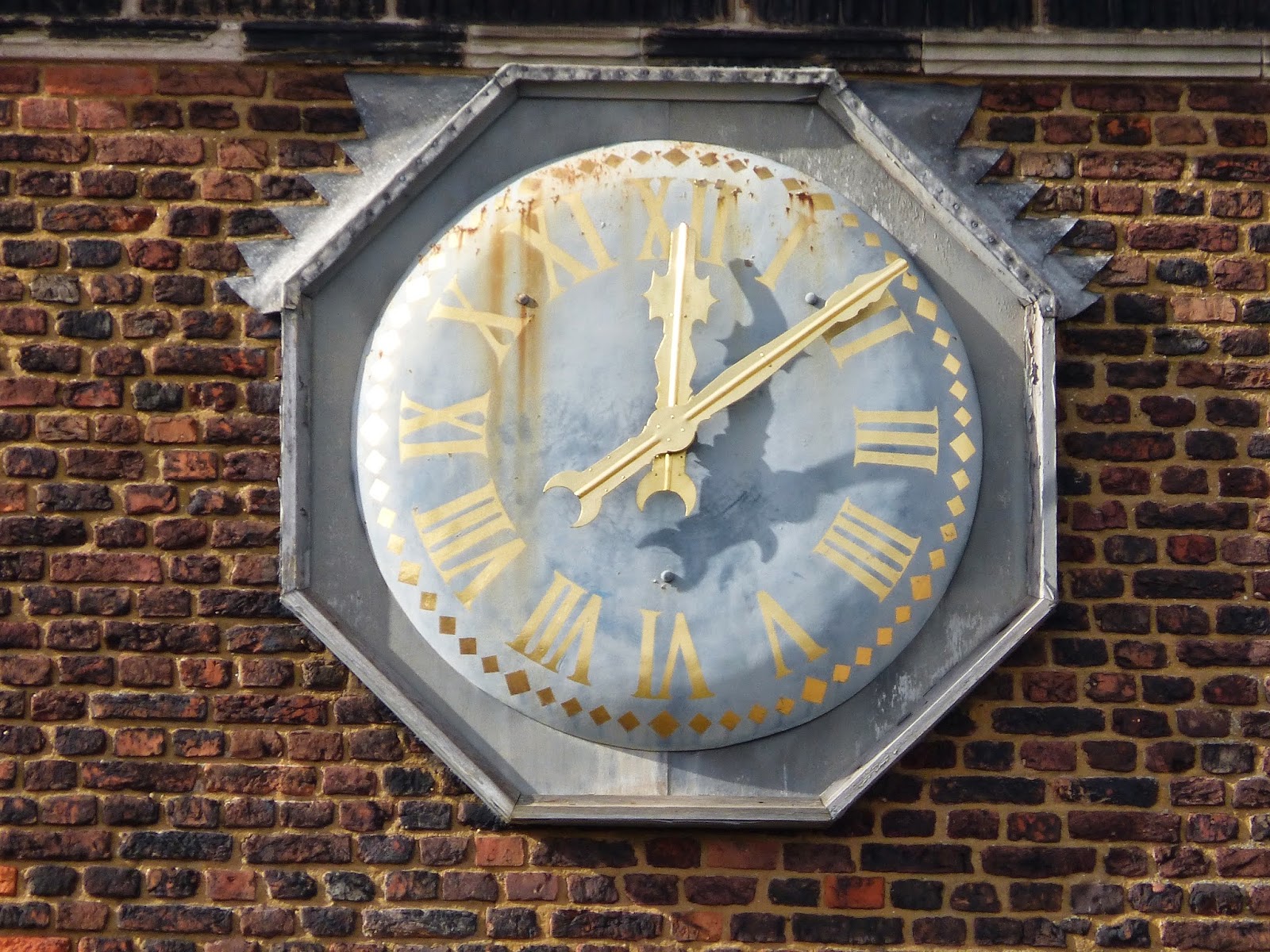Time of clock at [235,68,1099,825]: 12:08
